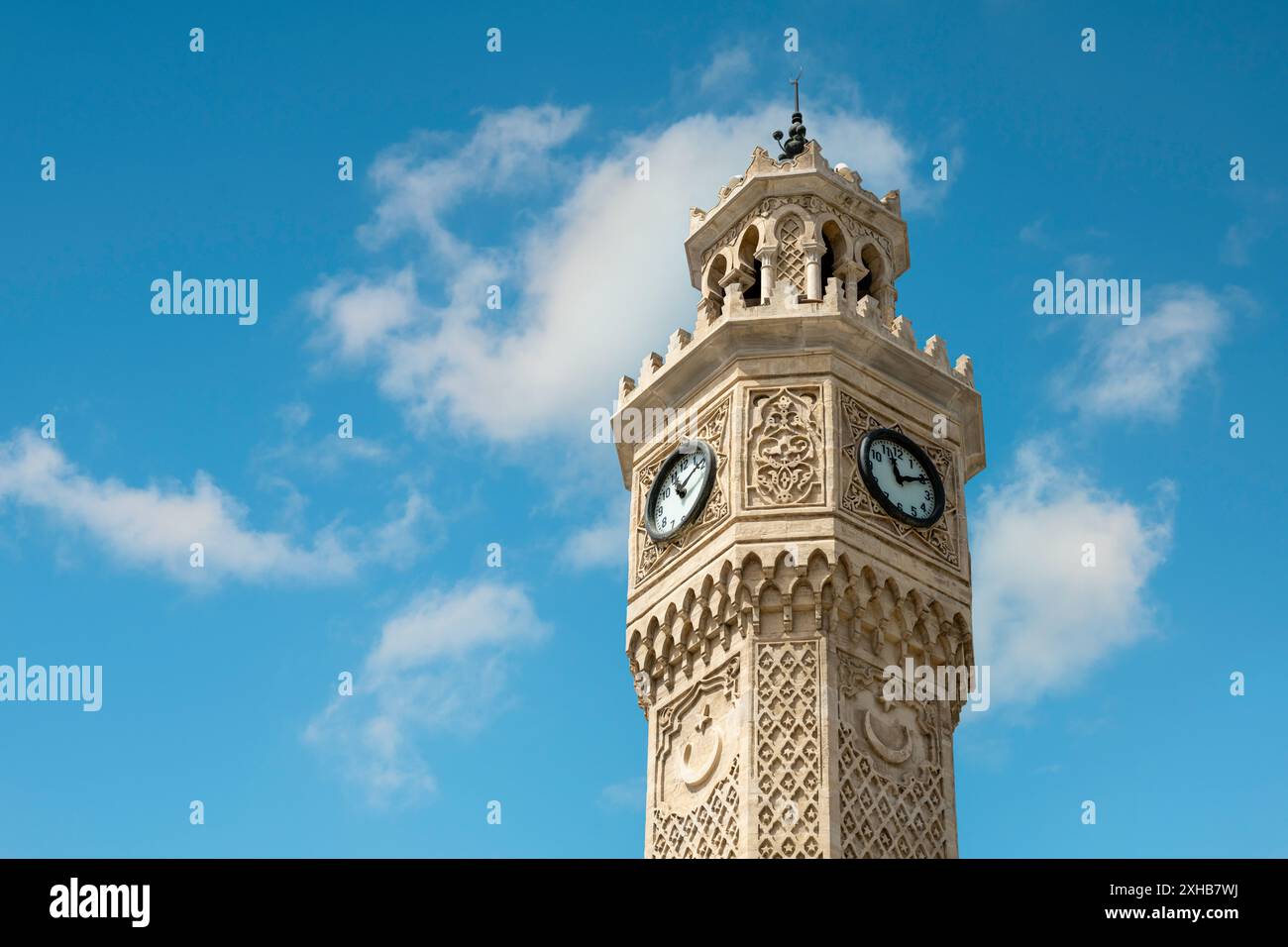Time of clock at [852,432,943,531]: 11:10
